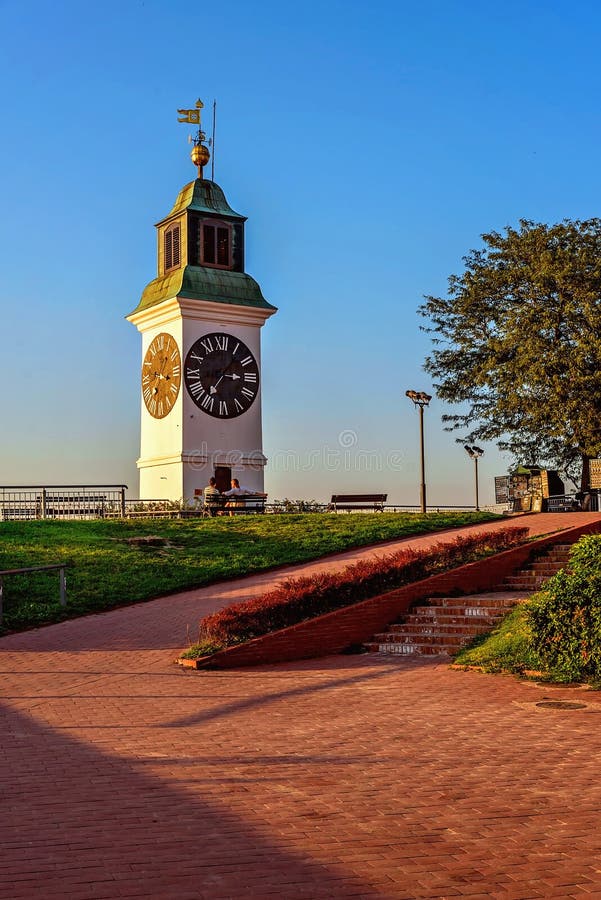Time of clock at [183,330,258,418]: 3:06
